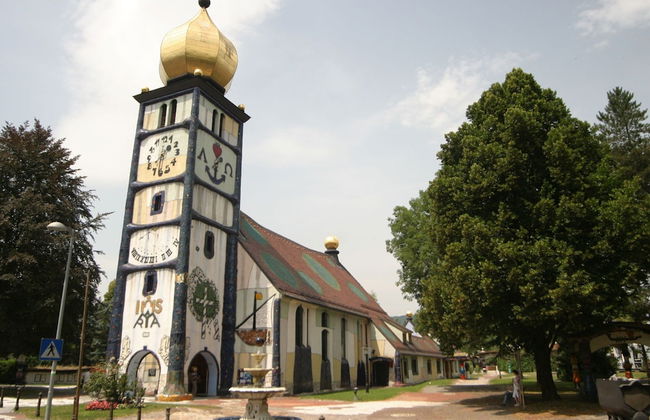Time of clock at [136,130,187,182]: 1:31
